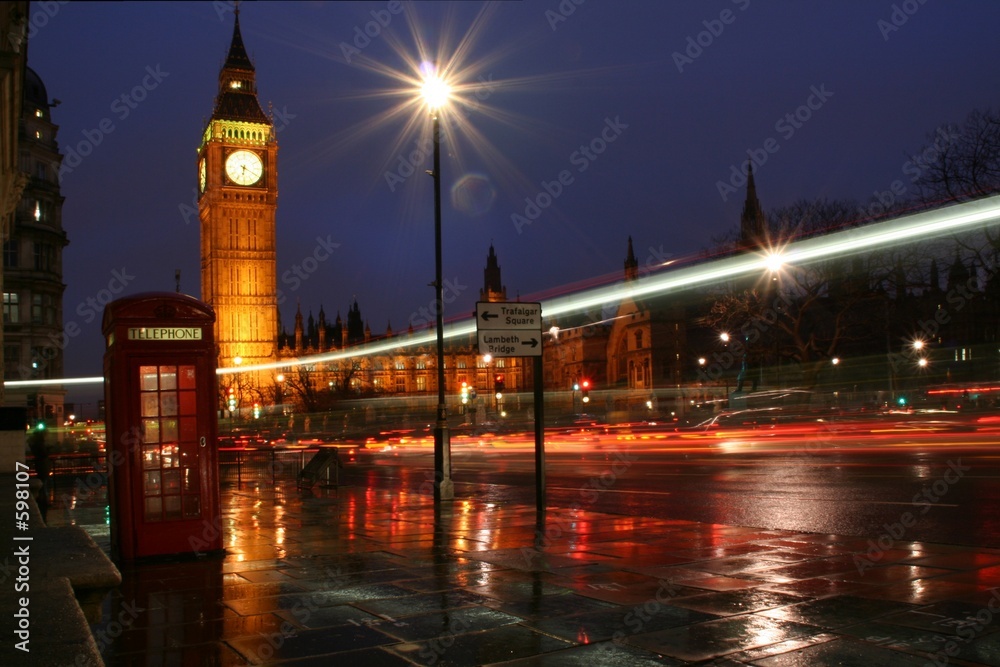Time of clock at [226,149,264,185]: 6:20
